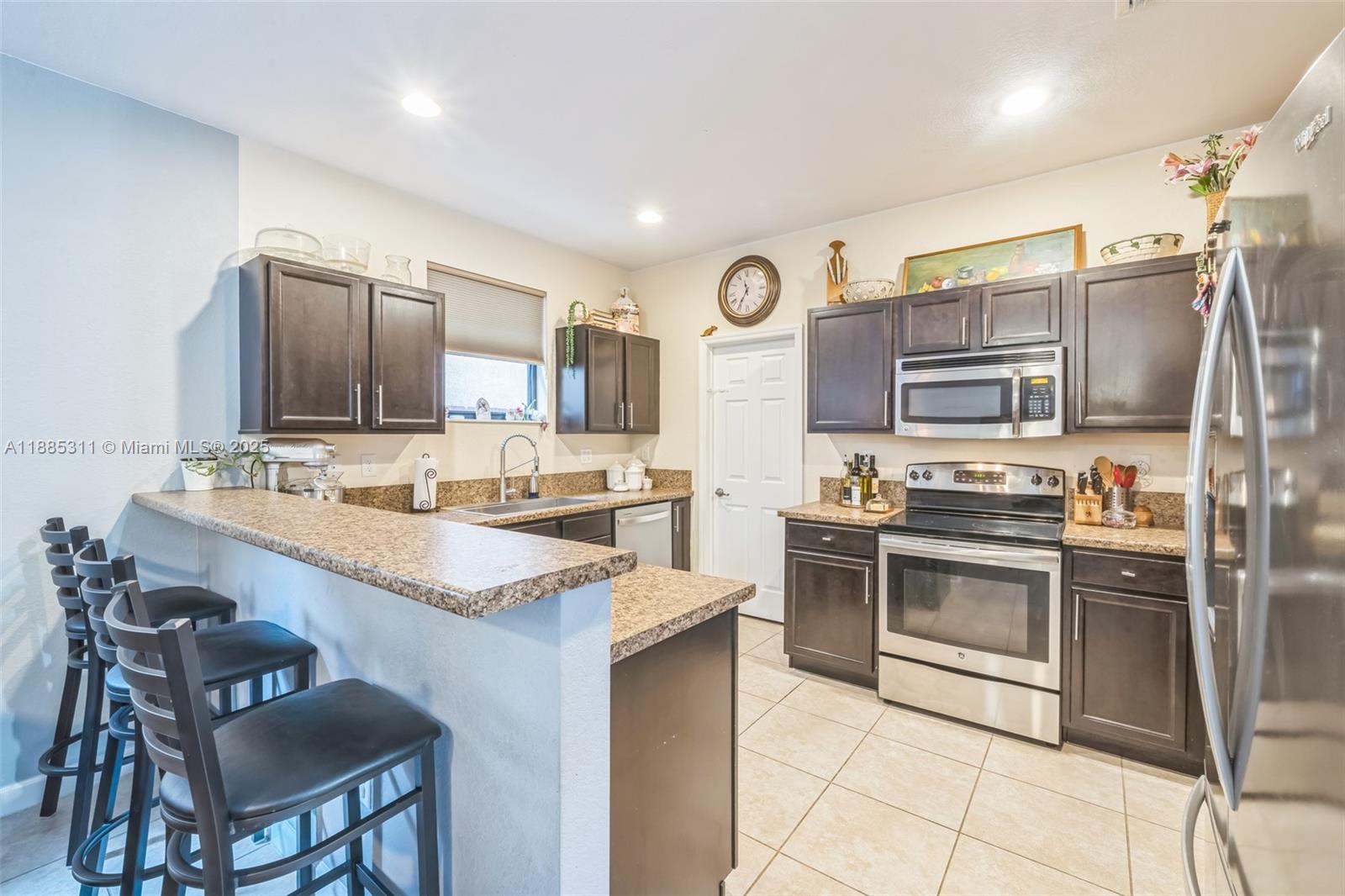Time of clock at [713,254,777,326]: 11:35
